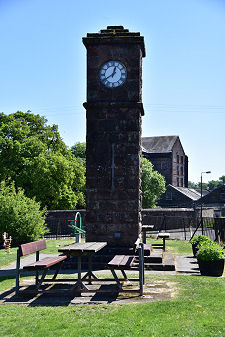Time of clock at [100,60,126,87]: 12:39
